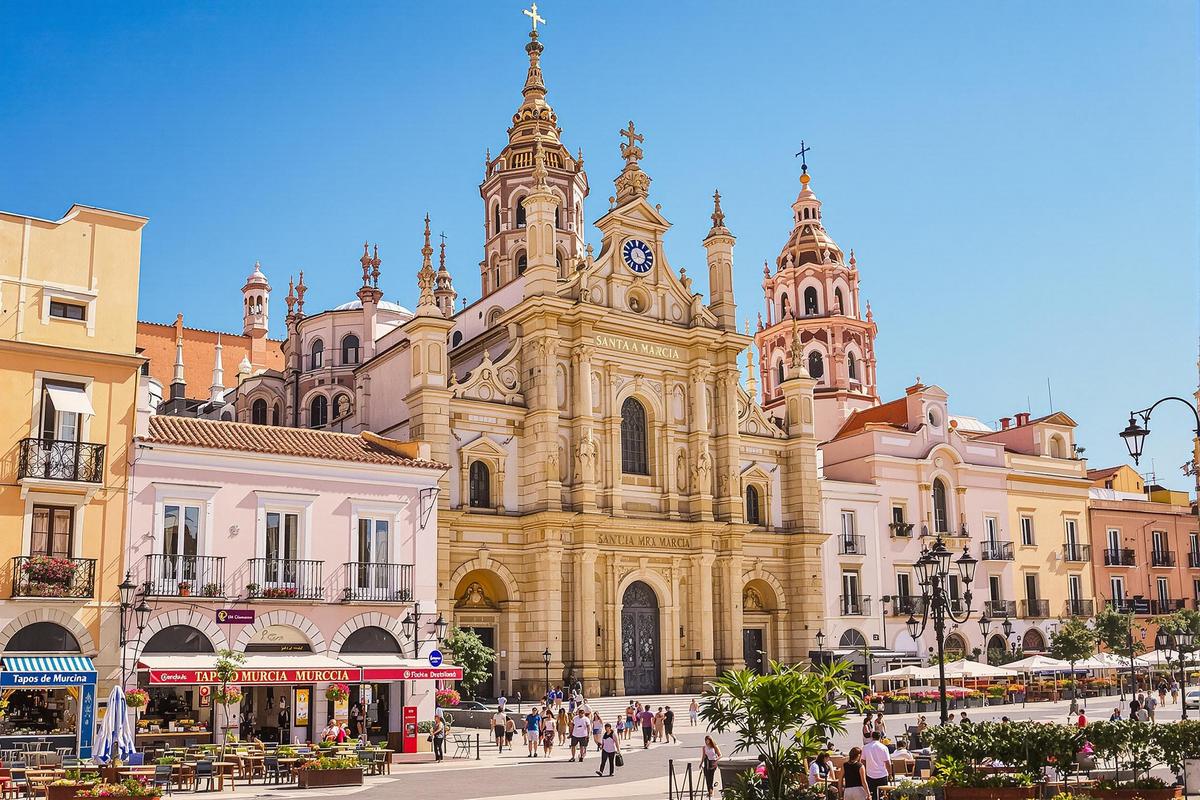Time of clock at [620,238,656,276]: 11:17
